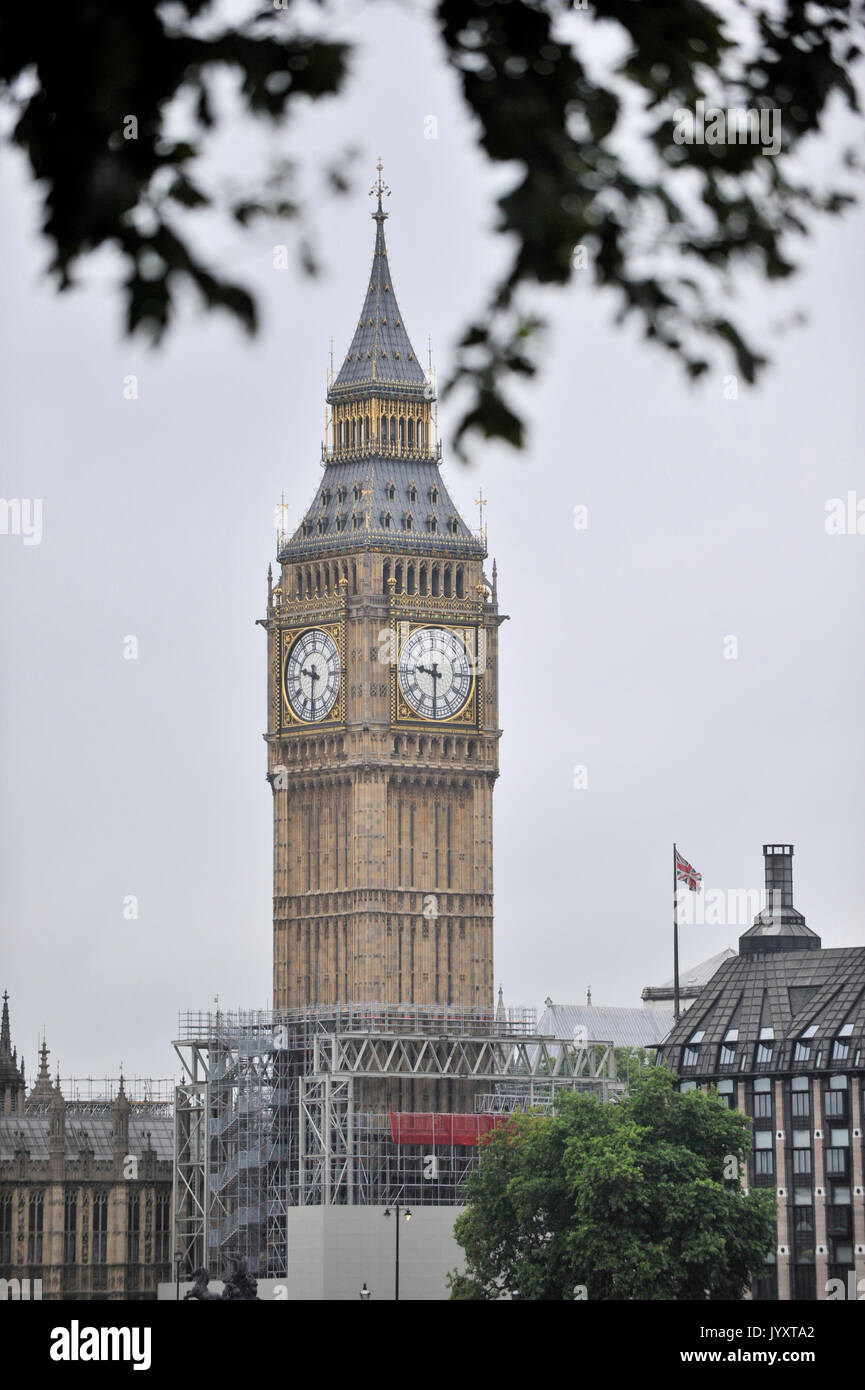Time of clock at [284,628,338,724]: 9:31
